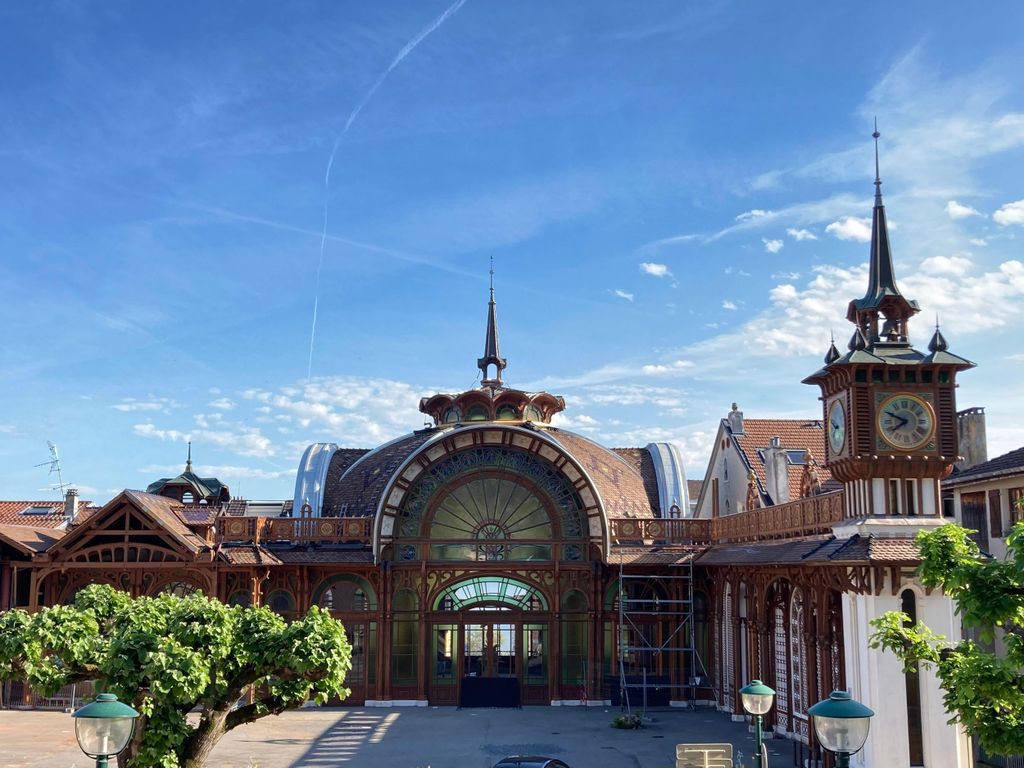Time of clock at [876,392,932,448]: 7:48
